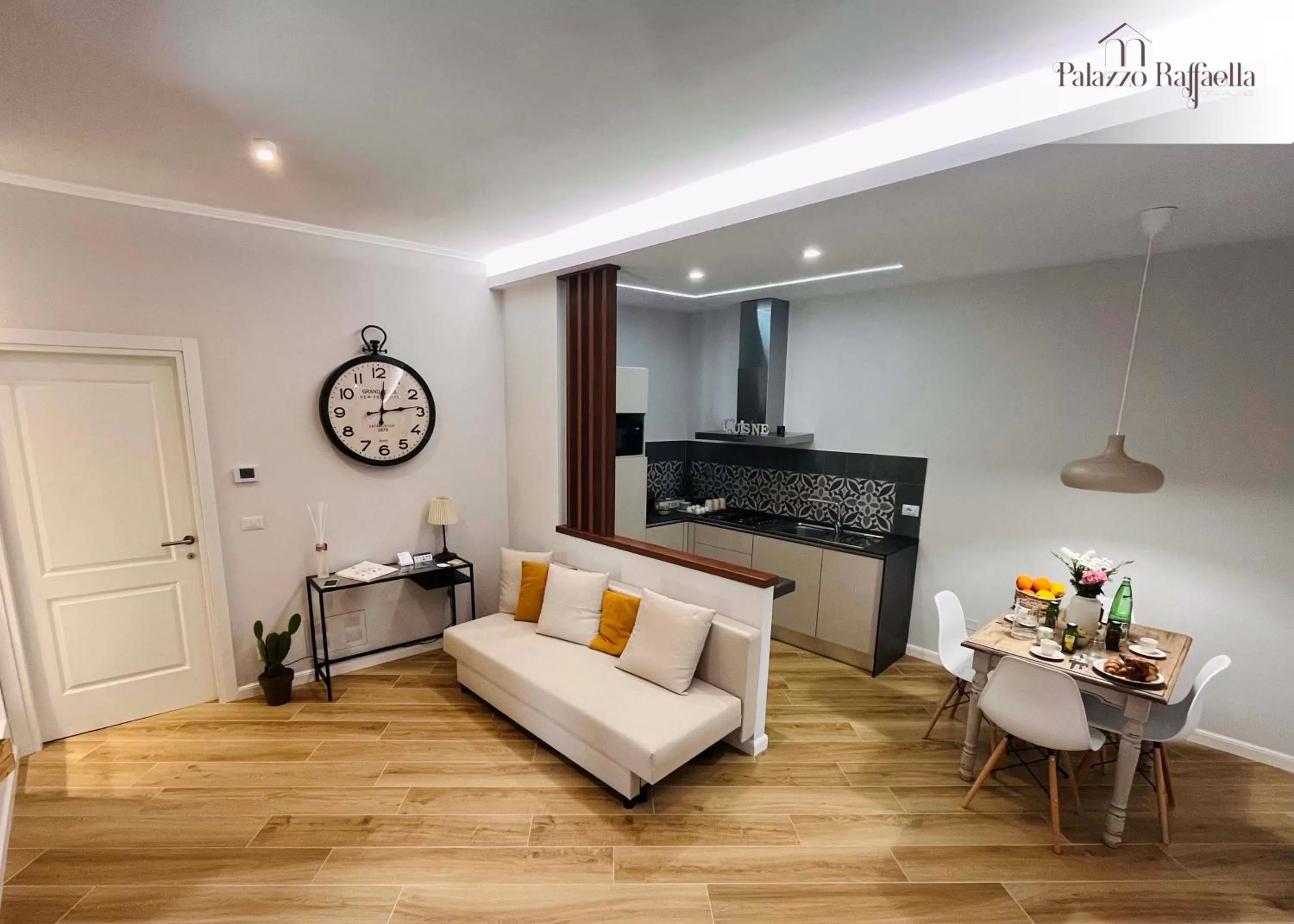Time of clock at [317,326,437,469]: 12:13
